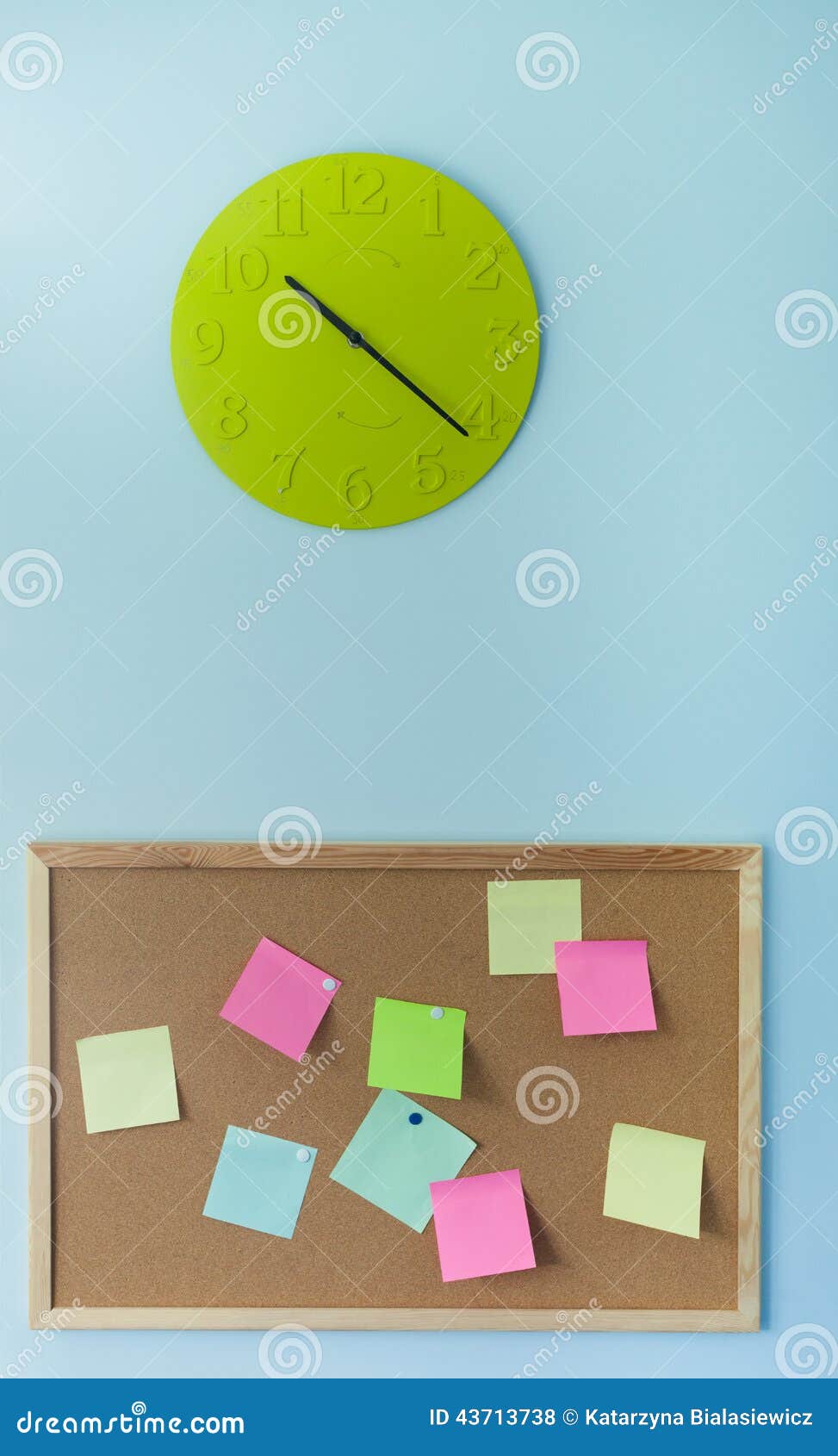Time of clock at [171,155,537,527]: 10:21
